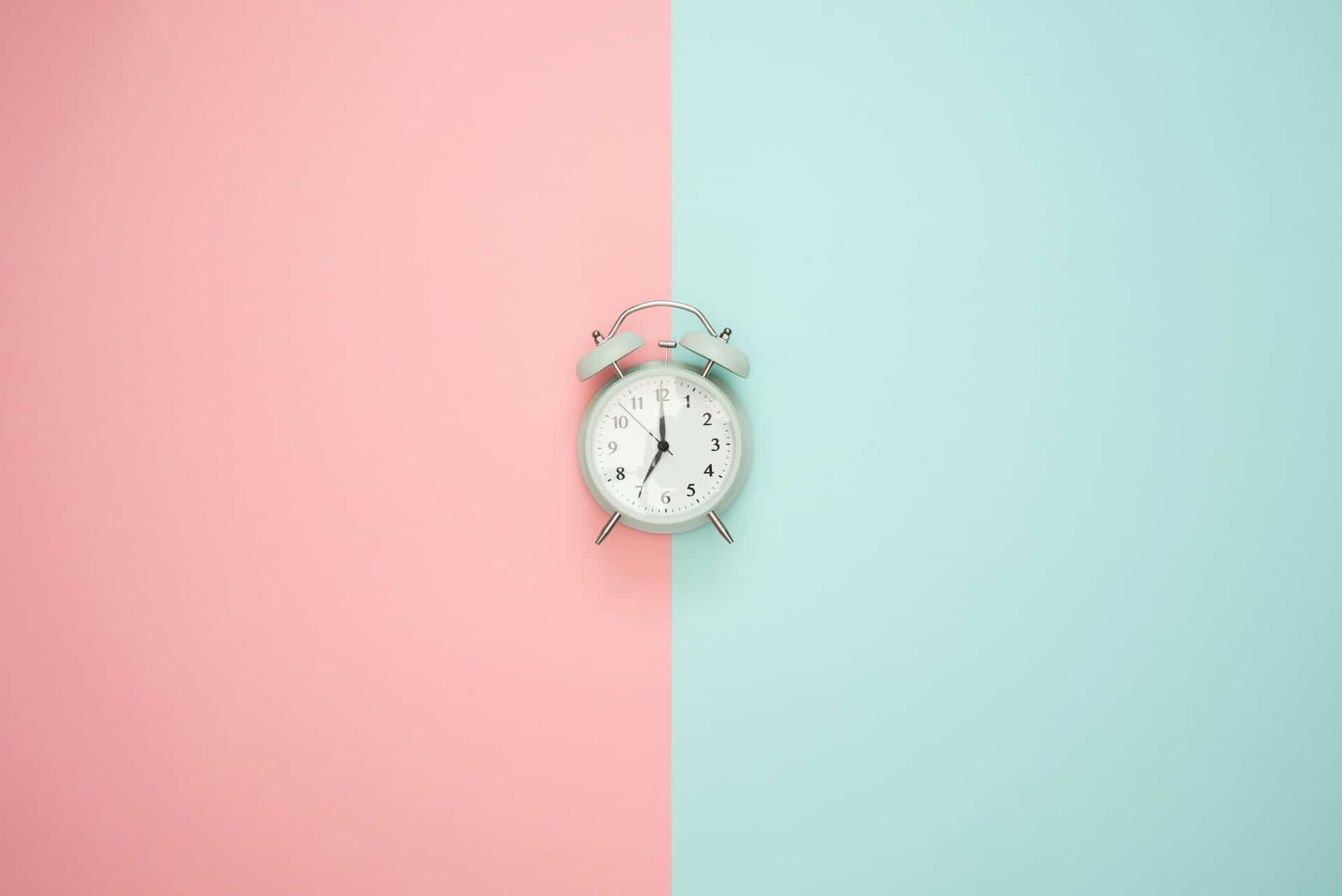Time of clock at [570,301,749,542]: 7:00
